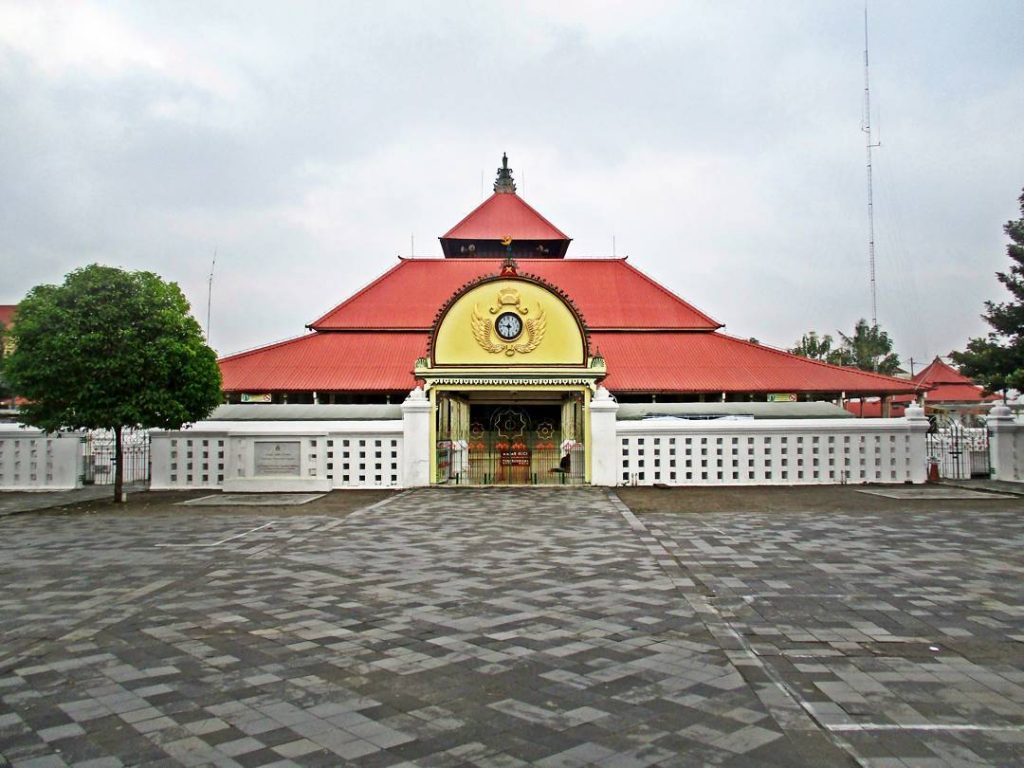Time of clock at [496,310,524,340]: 9:31
